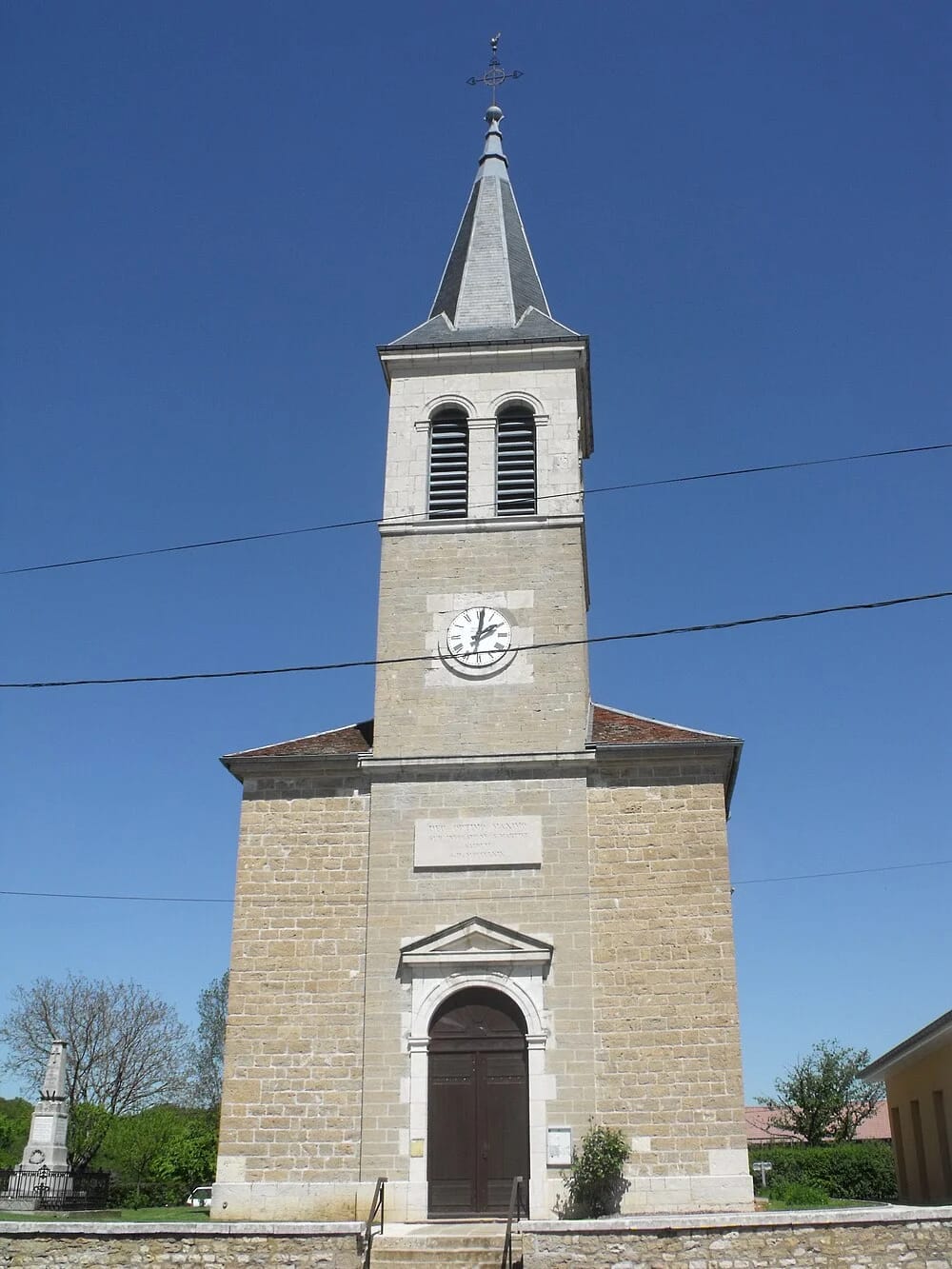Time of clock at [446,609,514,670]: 2:01
